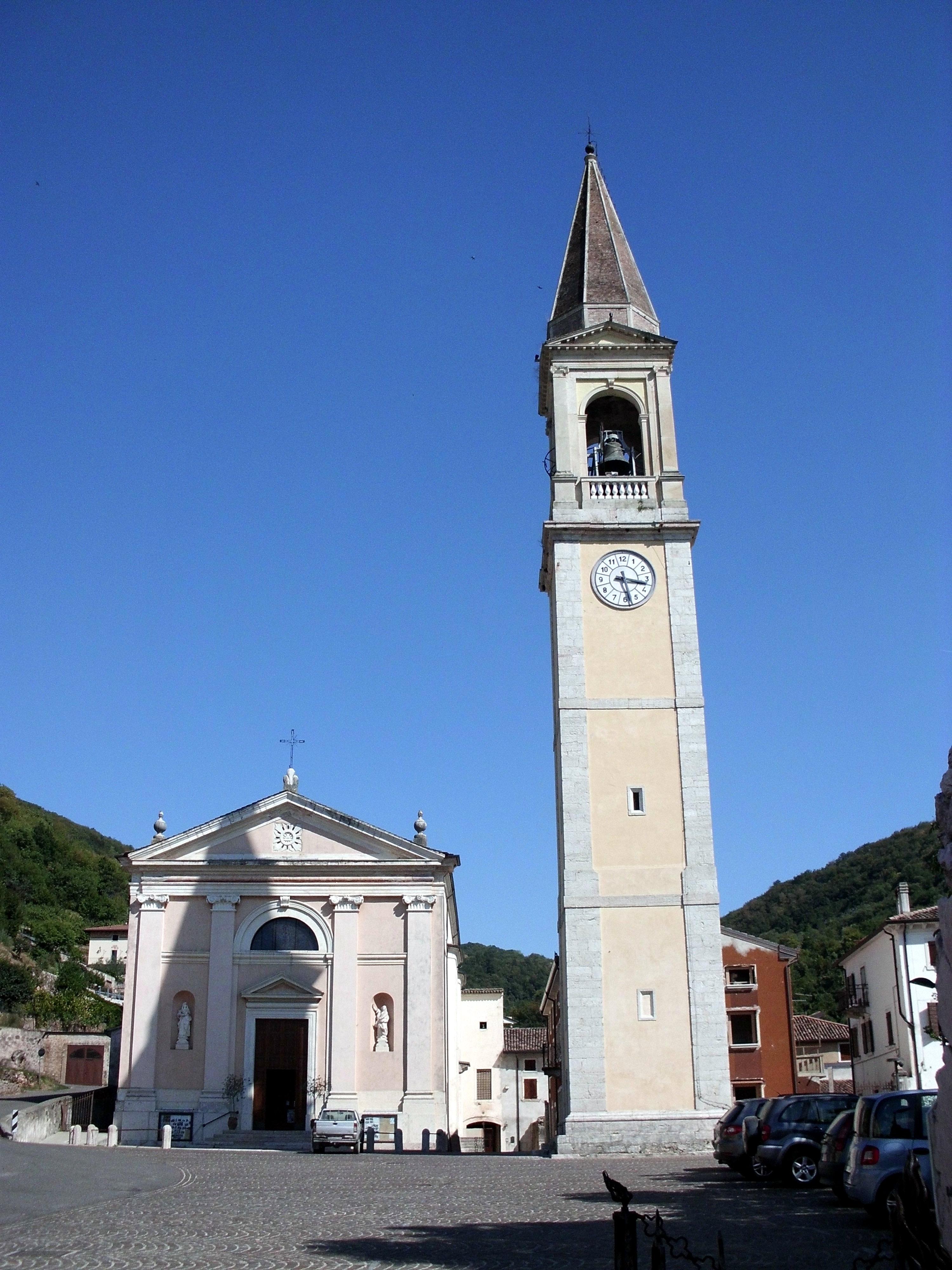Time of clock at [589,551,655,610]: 3:28
